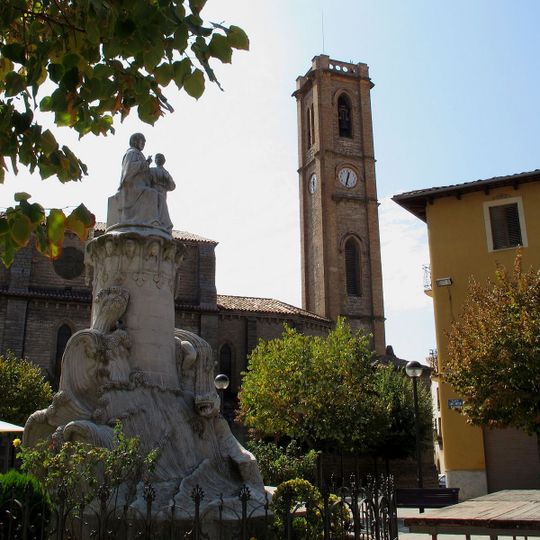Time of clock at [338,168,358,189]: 12:32
